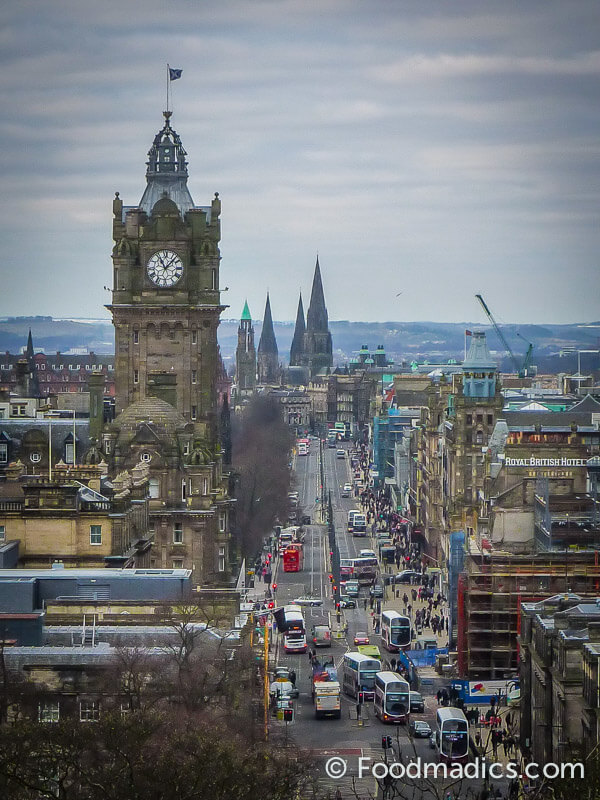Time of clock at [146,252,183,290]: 11:07
